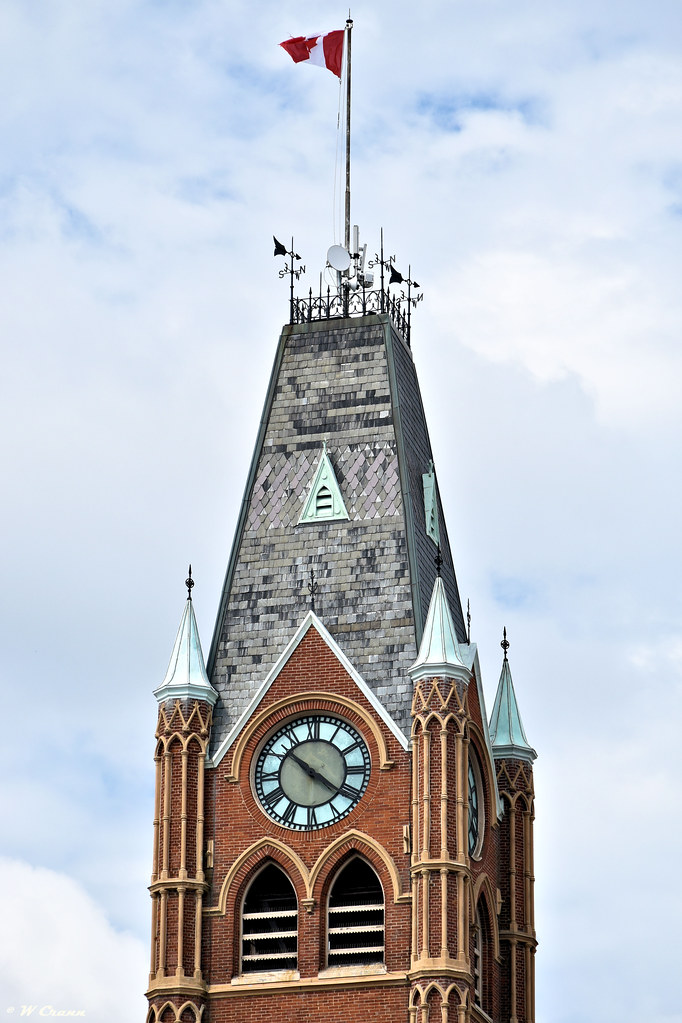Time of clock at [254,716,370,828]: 10:21
